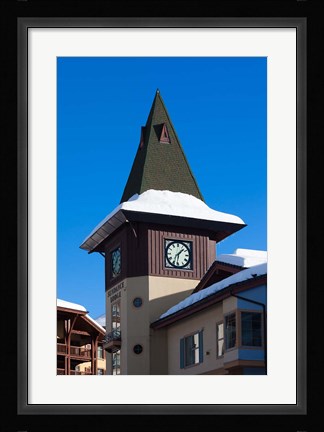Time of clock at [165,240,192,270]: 1:31
